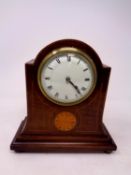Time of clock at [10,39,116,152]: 4:22
